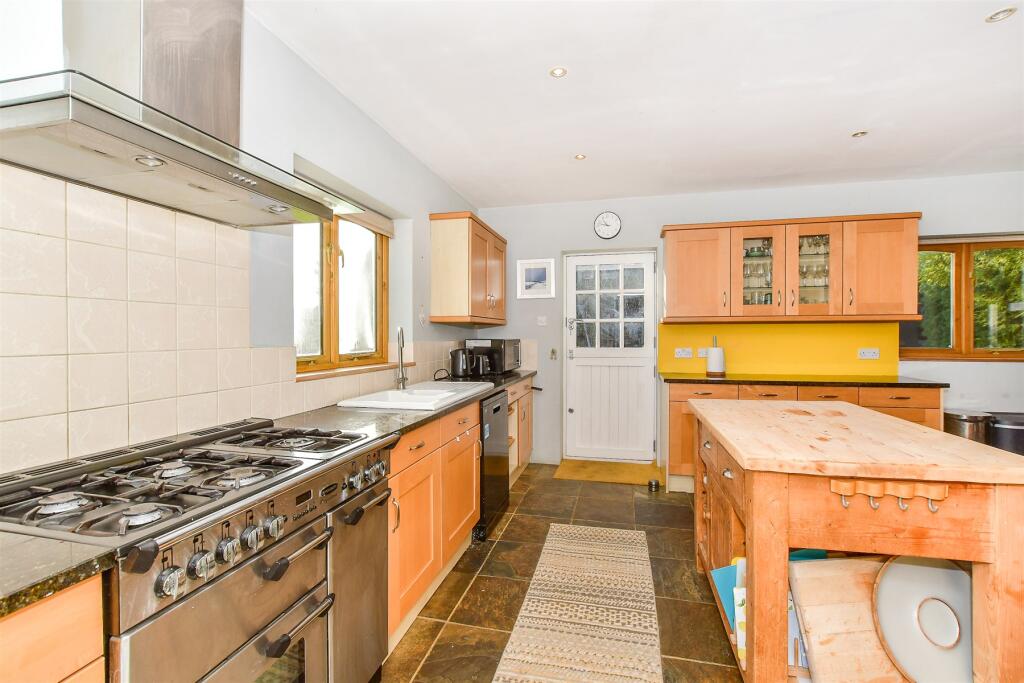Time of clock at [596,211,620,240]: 10:47
